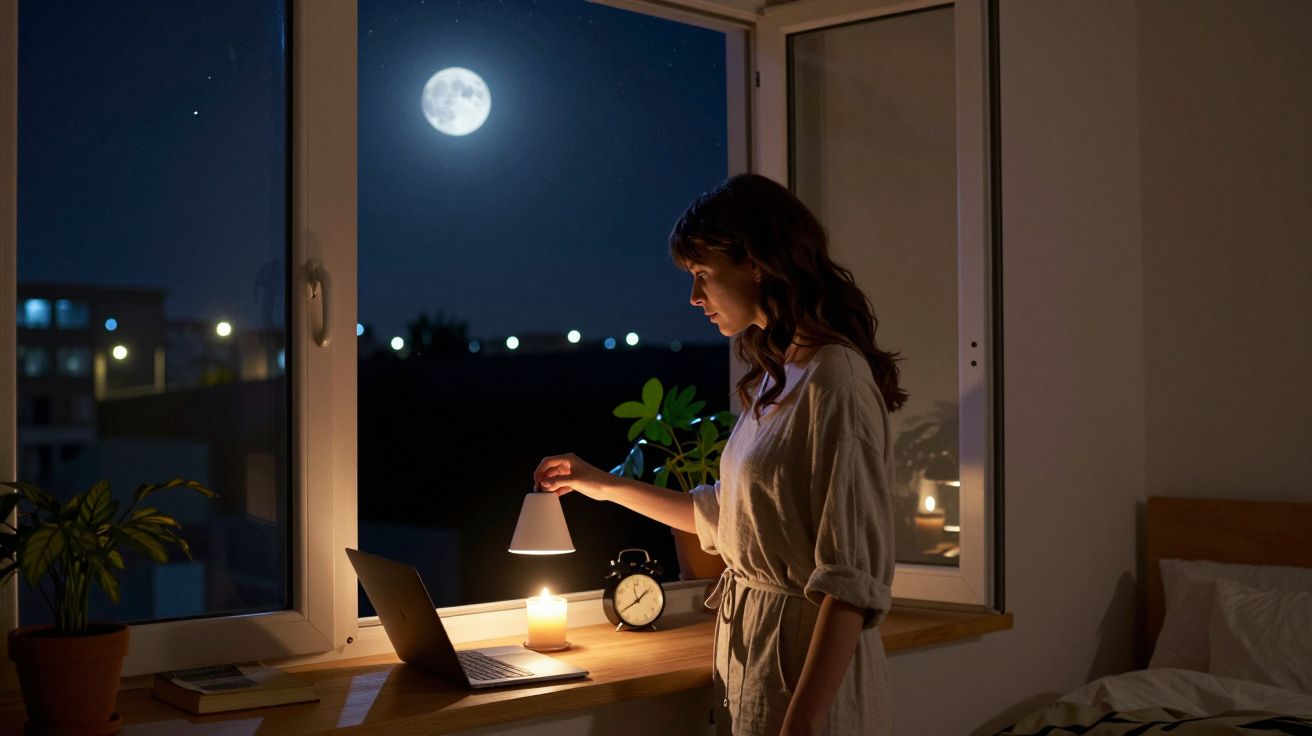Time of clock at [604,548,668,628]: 1:39
